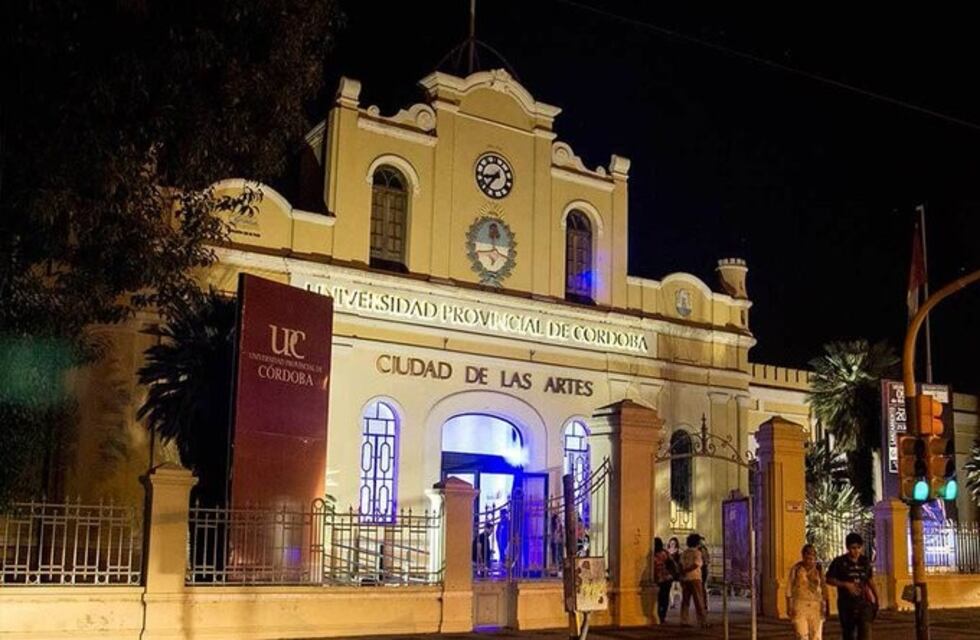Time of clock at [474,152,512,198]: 8:36
